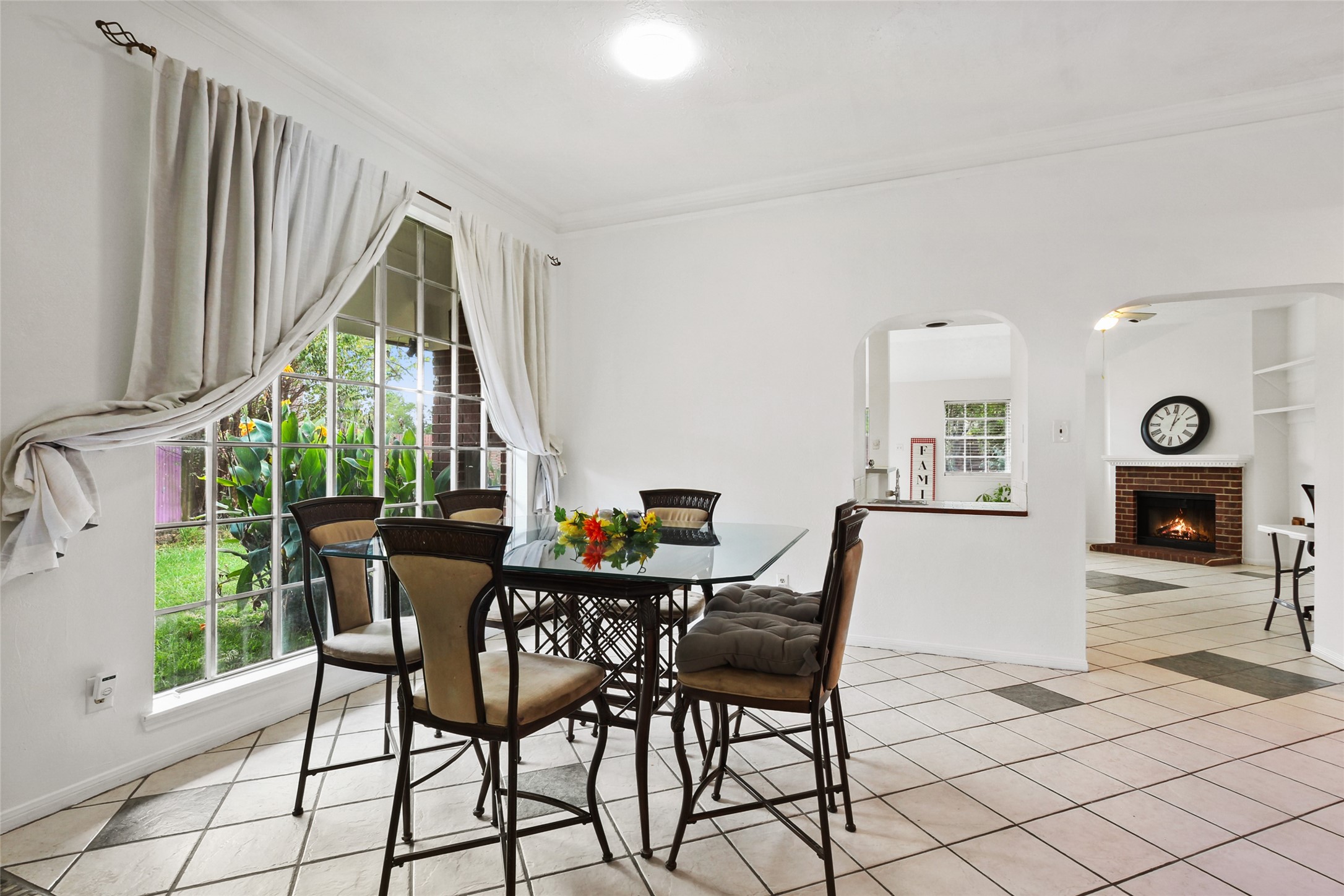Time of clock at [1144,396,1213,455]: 1:01
